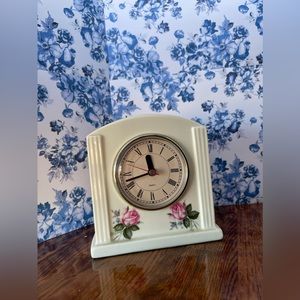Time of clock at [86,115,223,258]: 11:42
